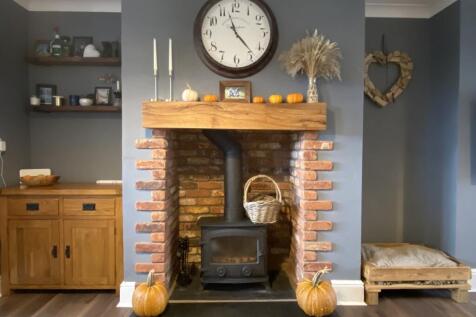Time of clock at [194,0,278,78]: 11:23
